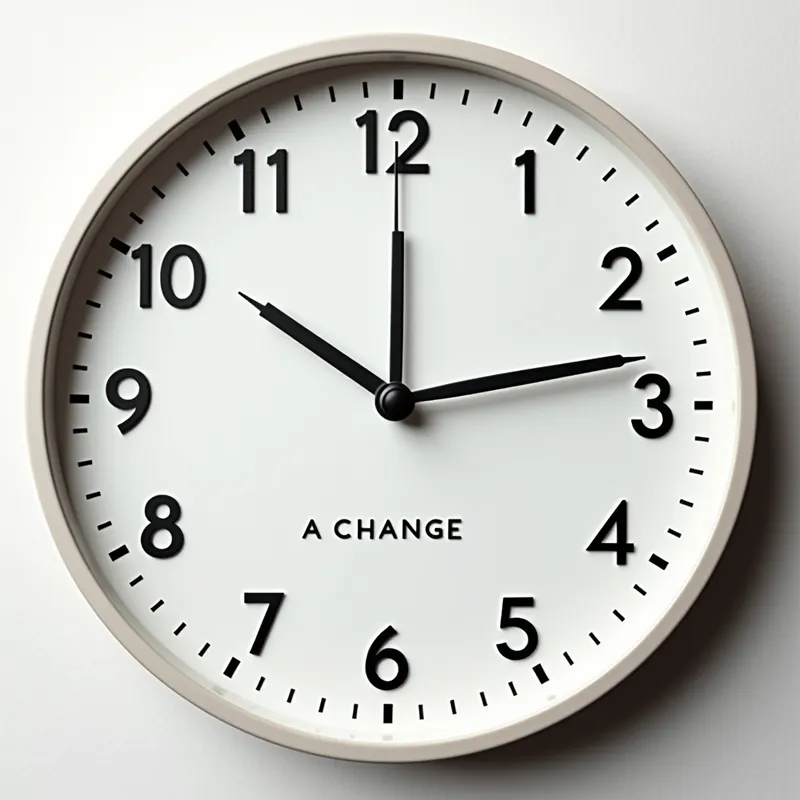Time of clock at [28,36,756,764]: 10:13
